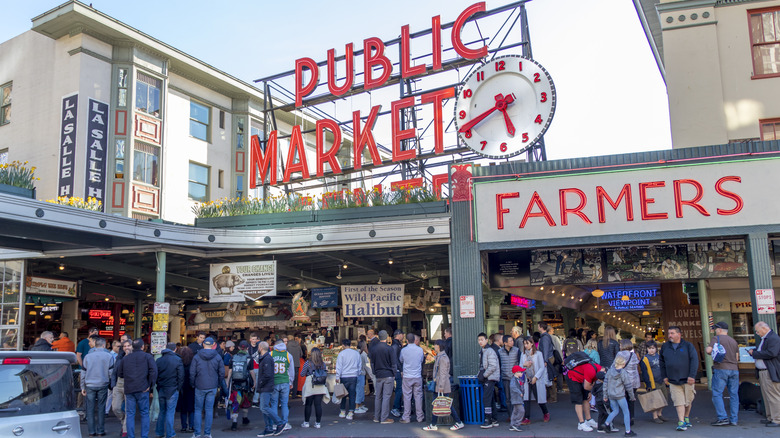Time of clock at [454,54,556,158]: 5:40
